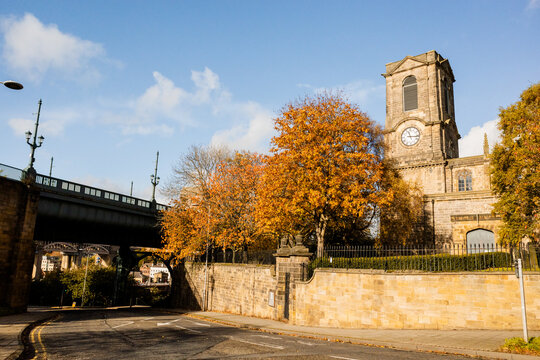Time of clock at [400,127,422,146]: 11:16
